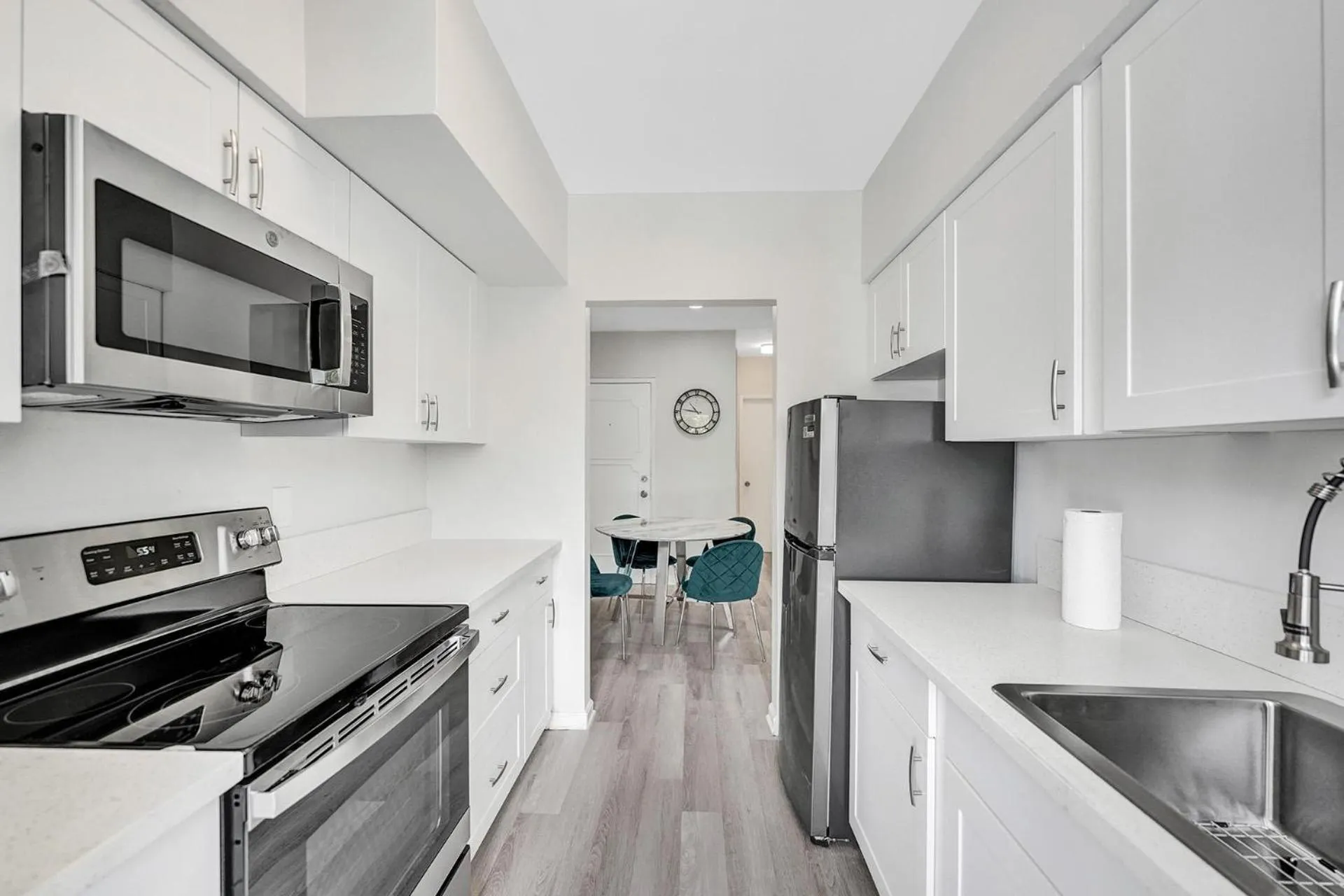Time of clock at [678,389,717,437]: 10:46
